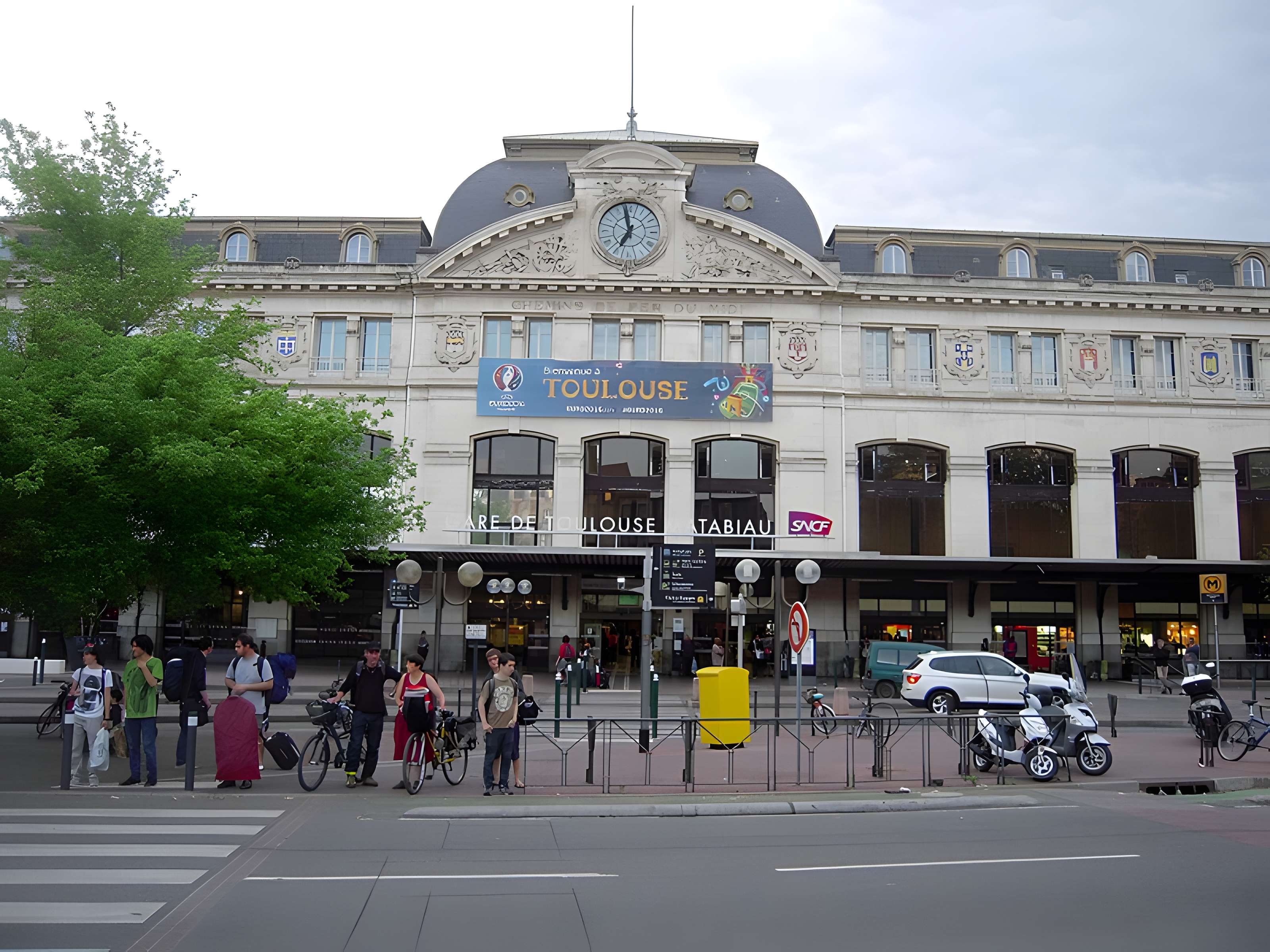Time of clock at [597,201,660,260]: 6:57
